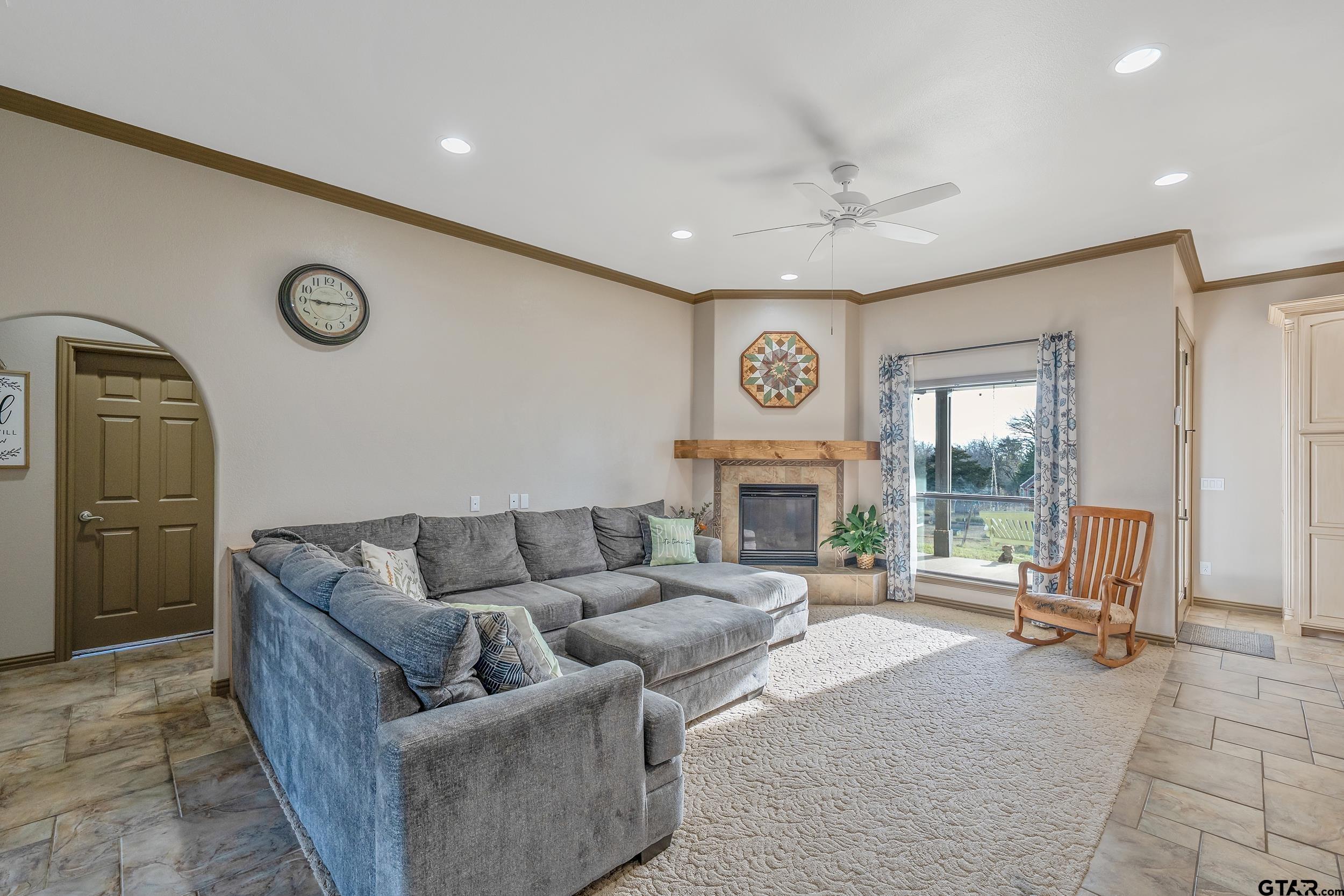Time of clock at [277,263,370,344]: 9:14
